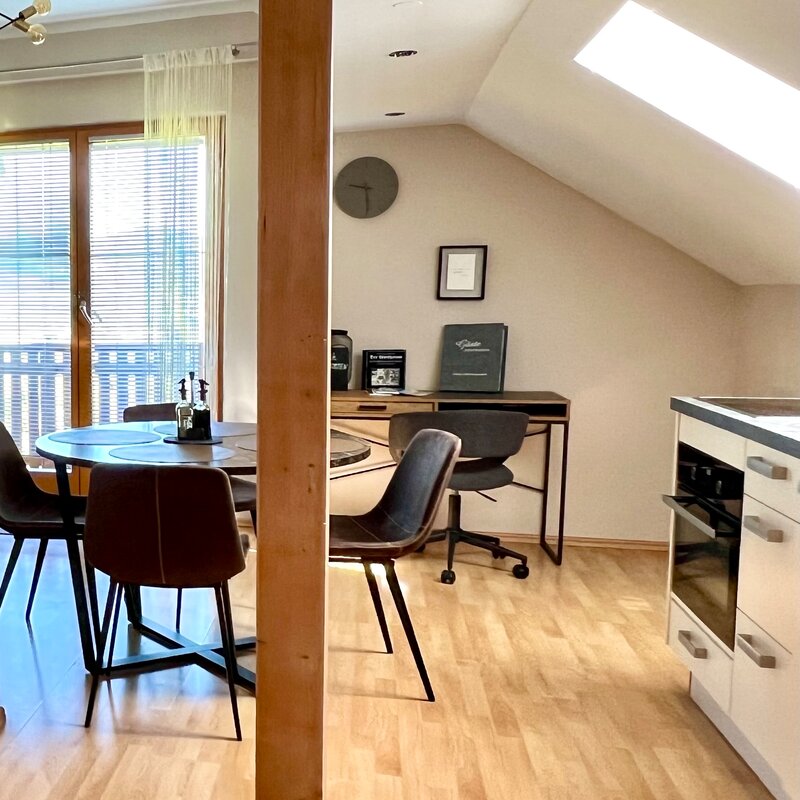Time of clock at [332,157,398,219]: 9:29
